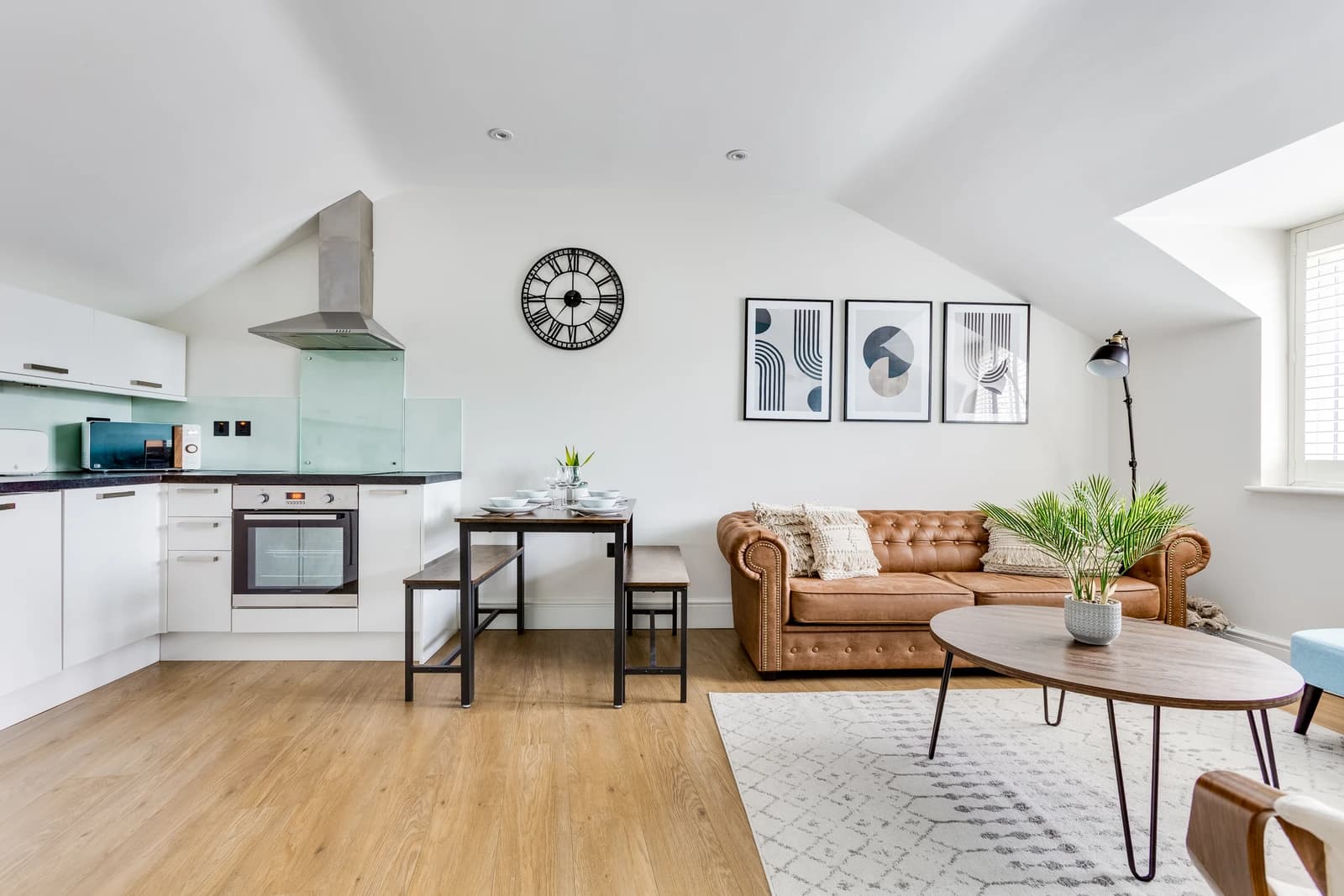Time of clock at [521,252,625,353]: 2:59
